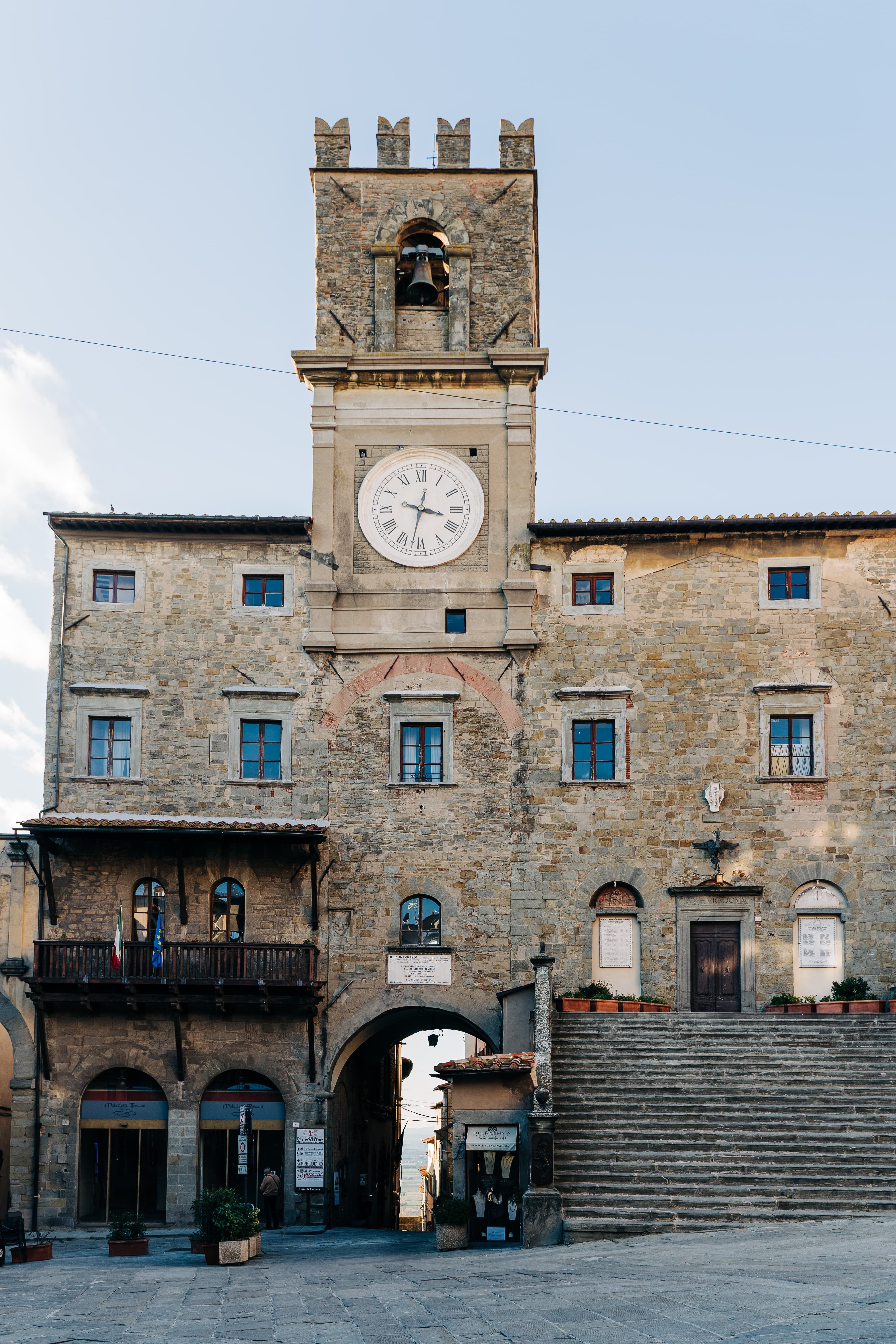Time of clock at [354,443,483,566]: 3:32
